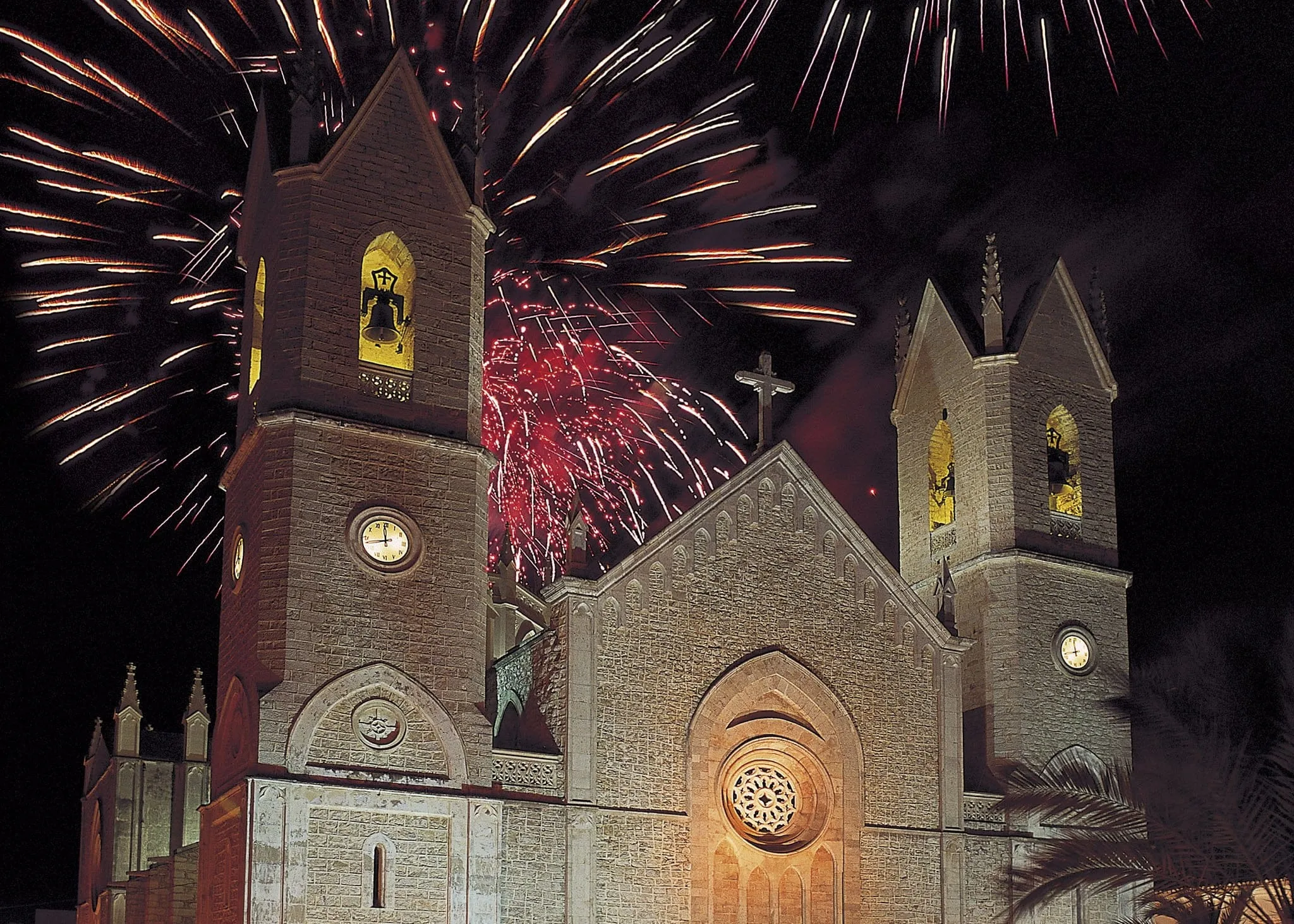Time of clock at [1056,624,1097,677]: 11:42
